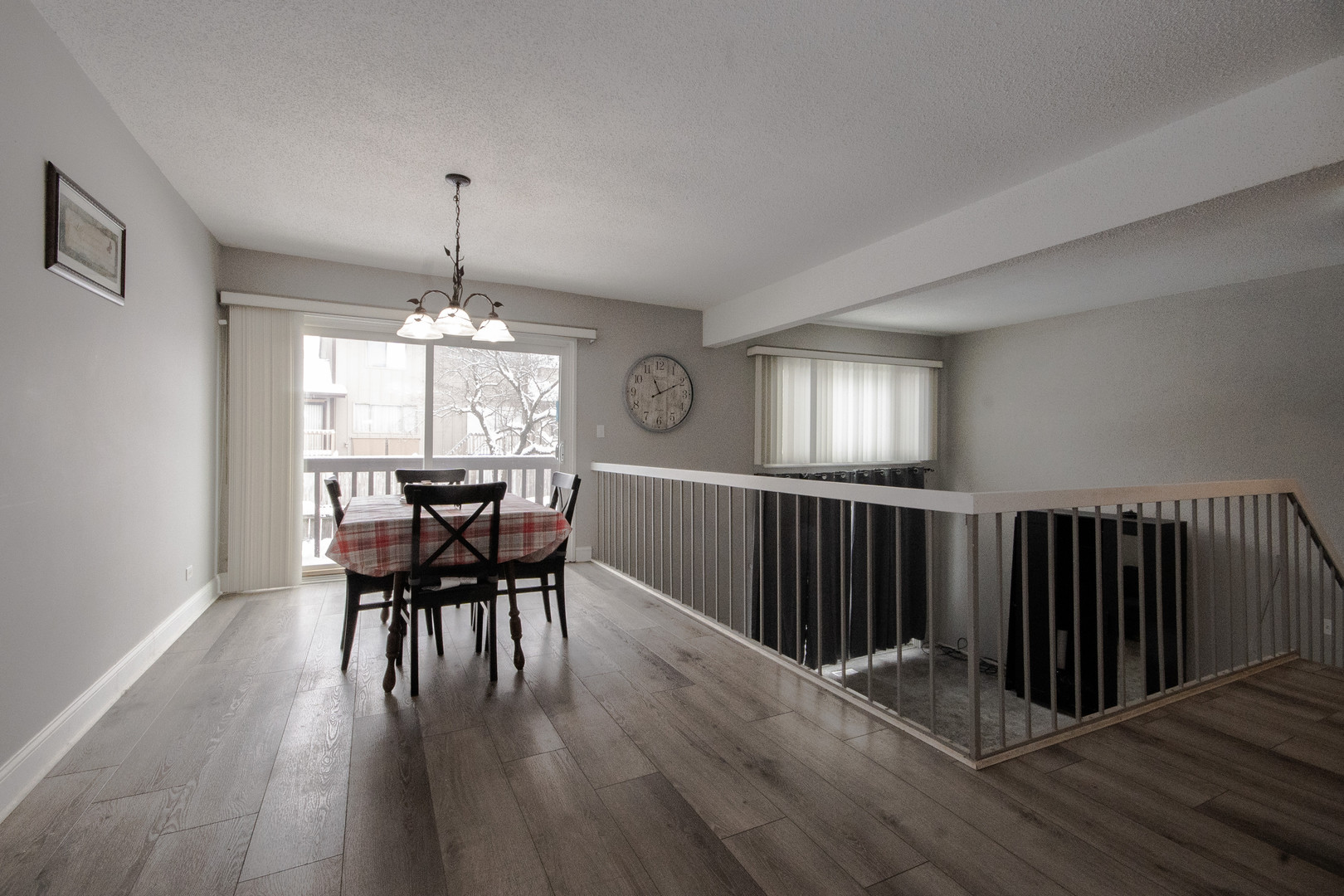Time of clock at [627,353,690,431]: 11:10
